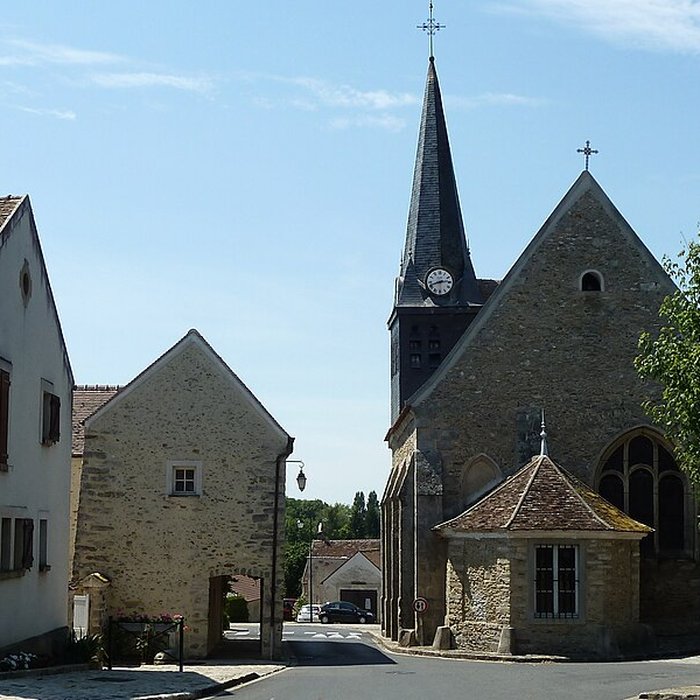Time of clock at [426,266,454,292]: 2:41
